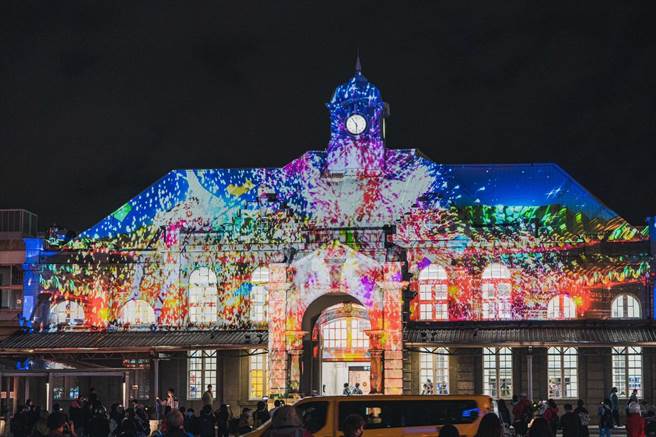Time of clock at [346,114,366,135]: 5:54
